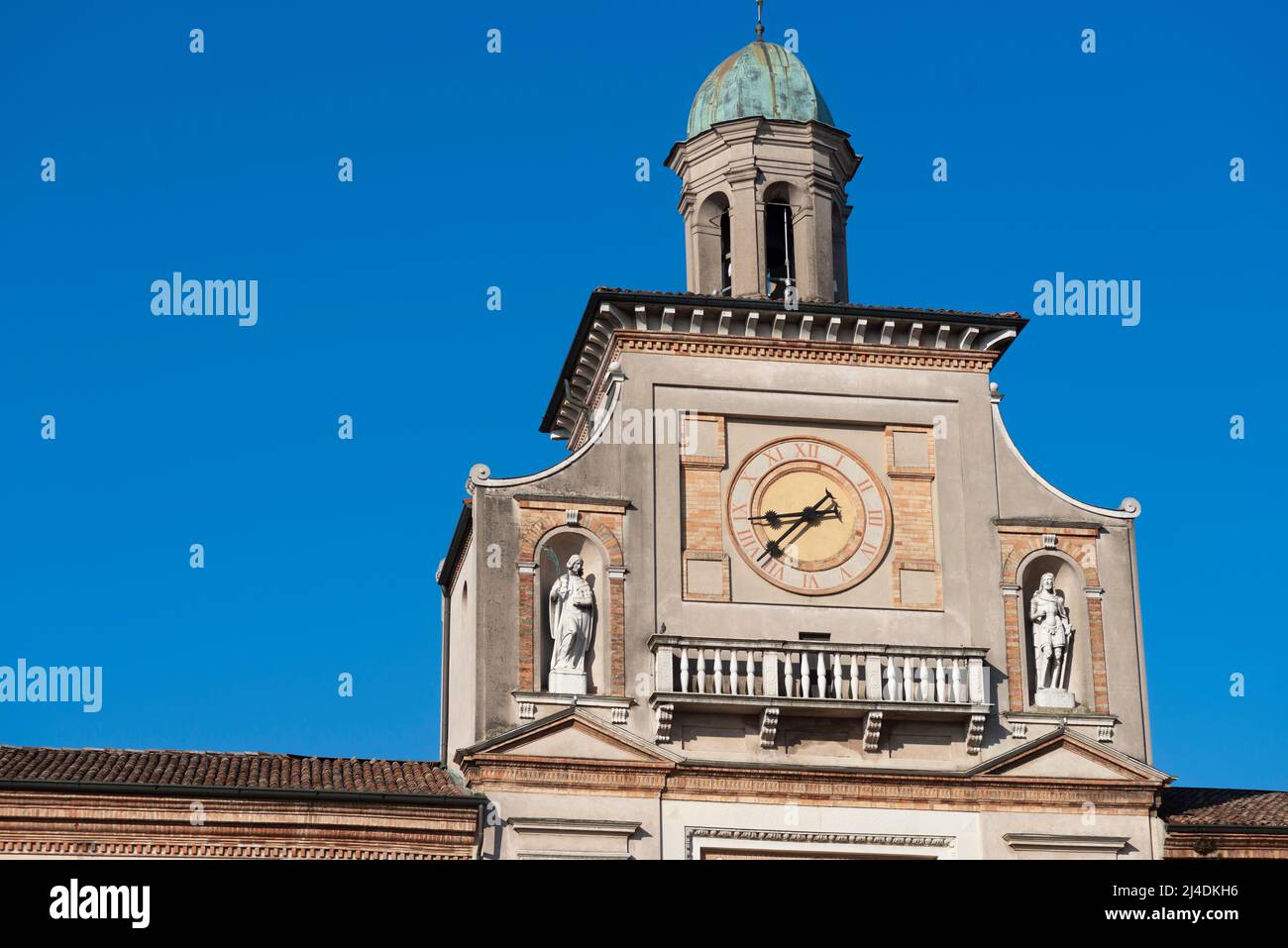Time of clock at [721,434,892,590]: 8:37
